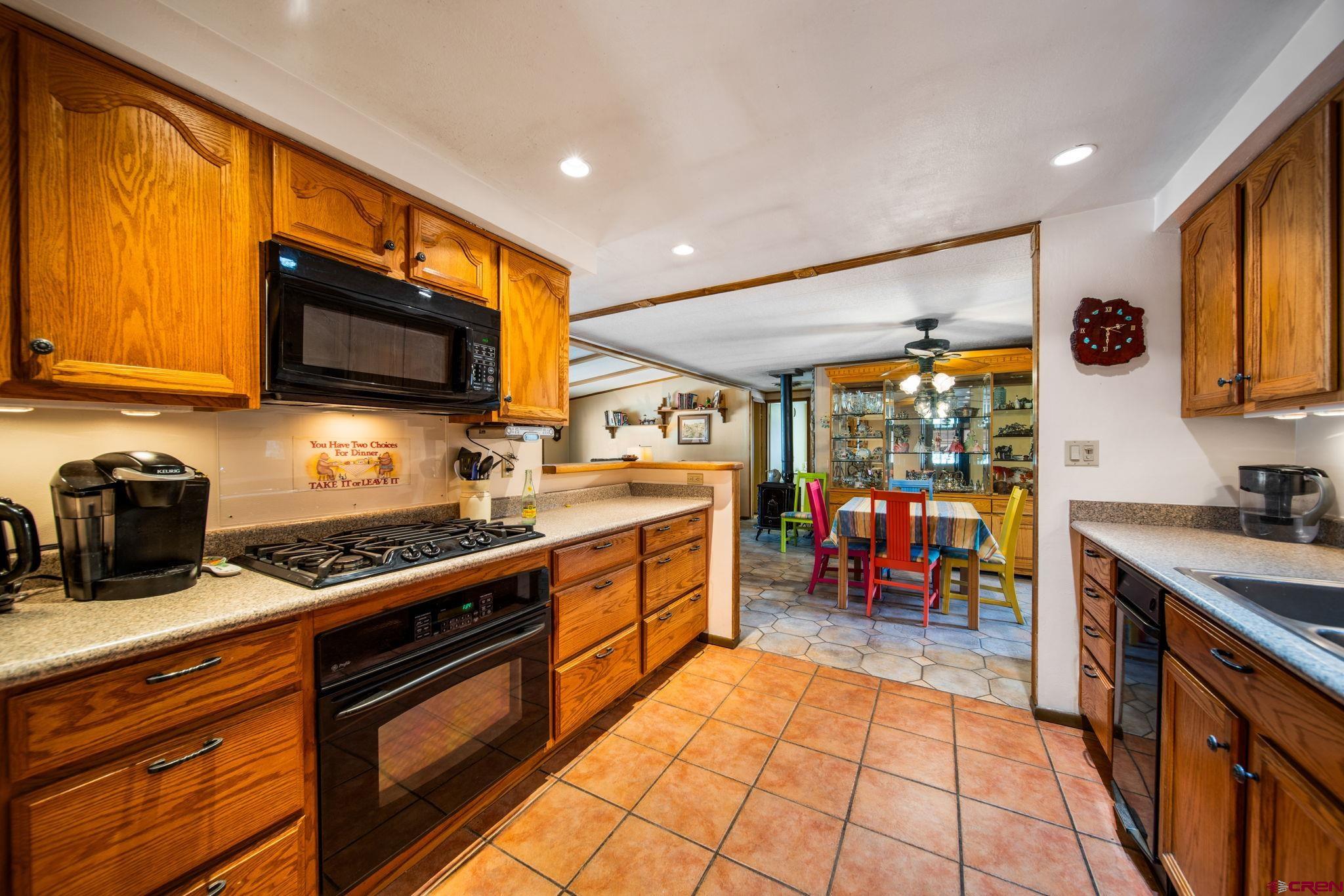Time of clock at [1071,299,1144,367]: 2:29
